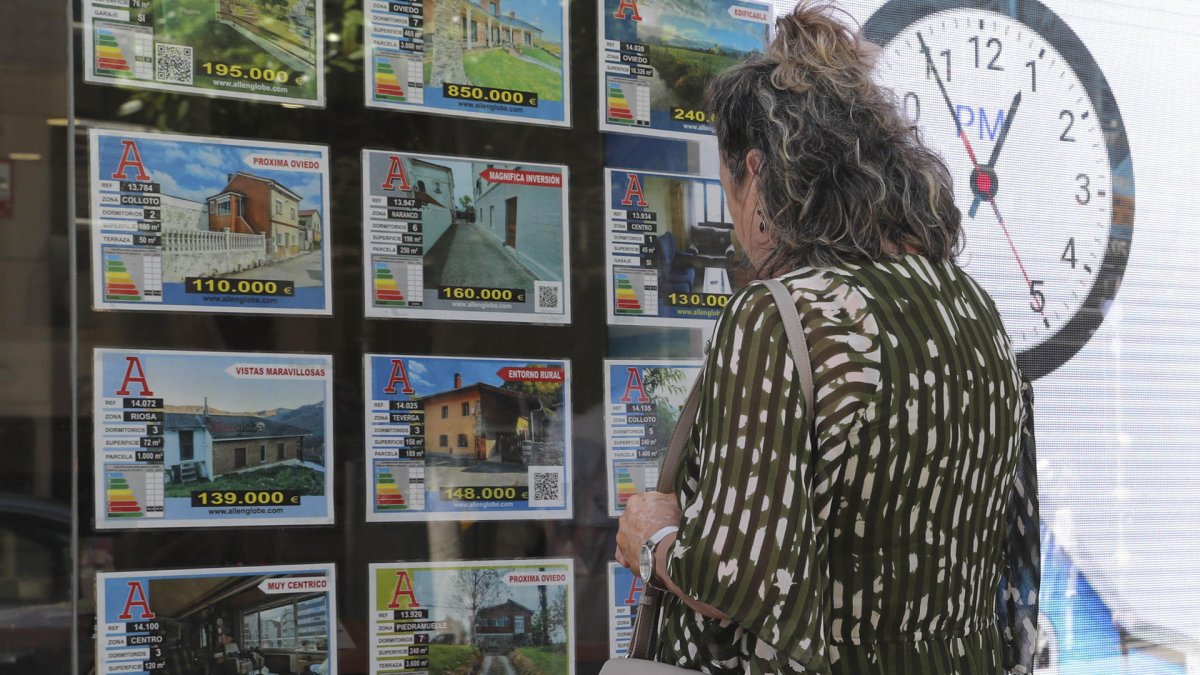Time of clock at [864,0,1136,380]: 12:54
